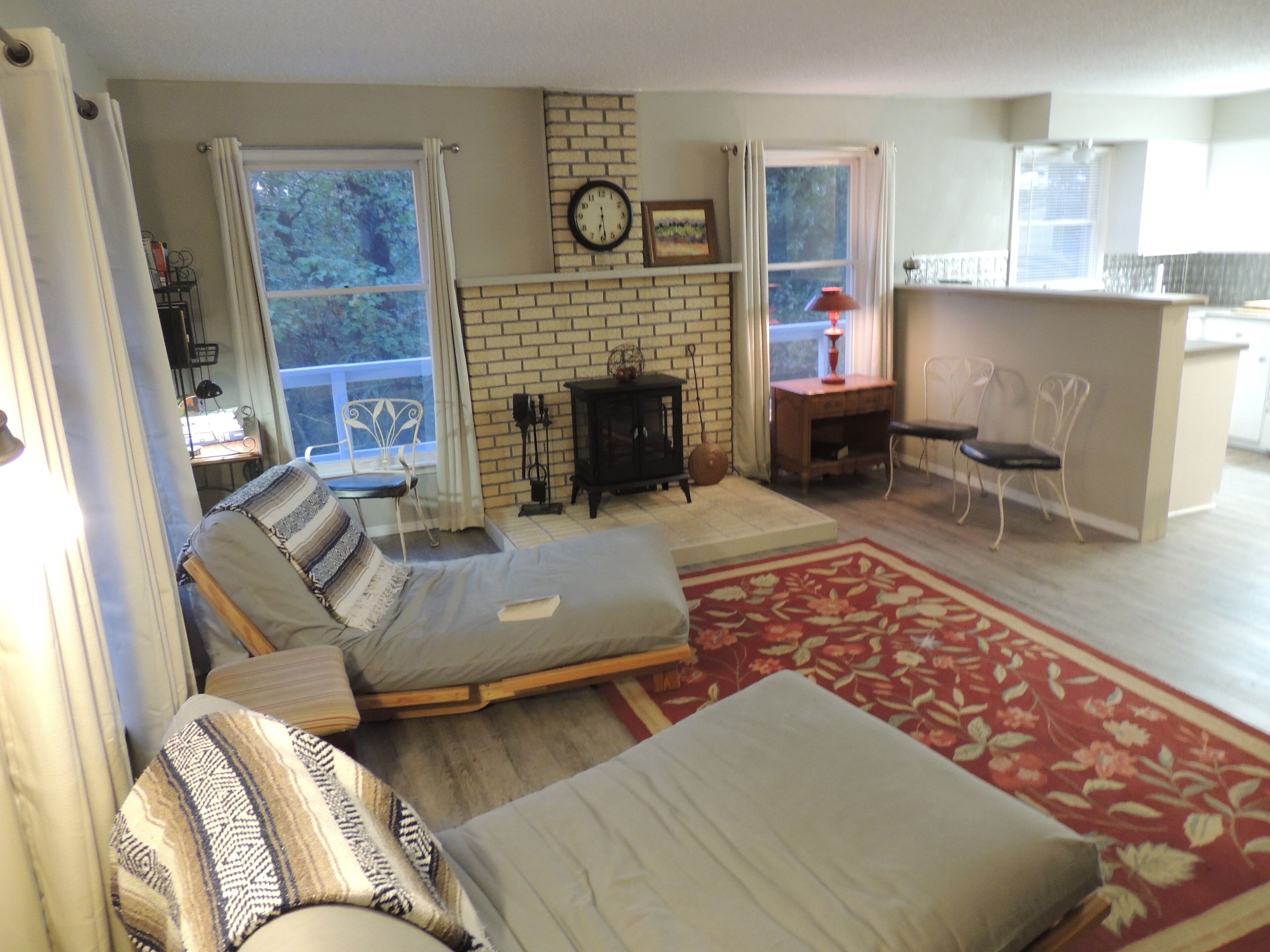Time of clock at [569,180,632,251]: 6:28
